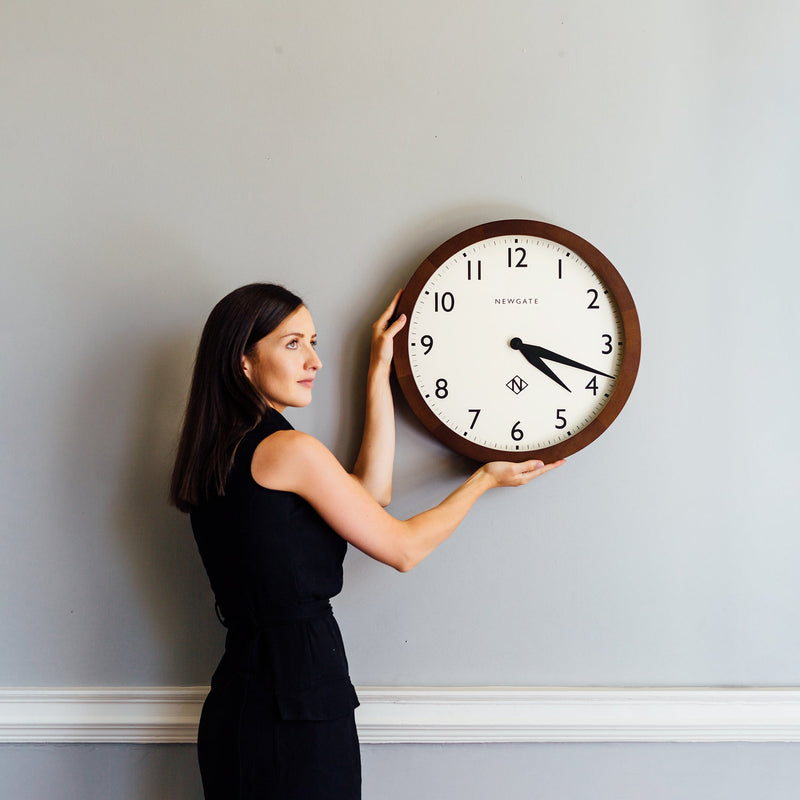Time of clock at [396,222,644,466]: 4:18
